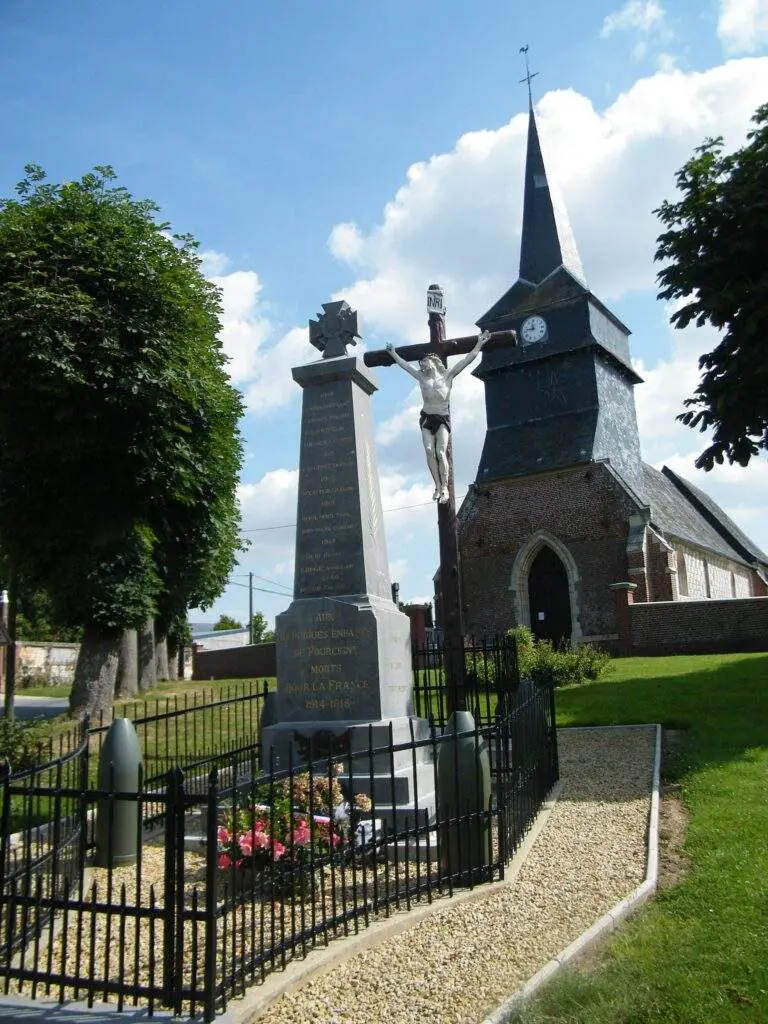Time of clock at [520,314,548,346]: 11:46
